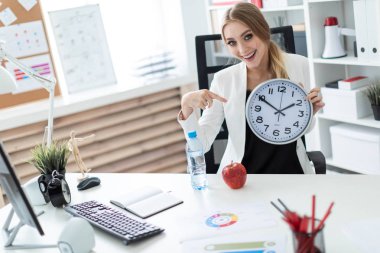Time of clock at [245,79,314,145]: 1:50
